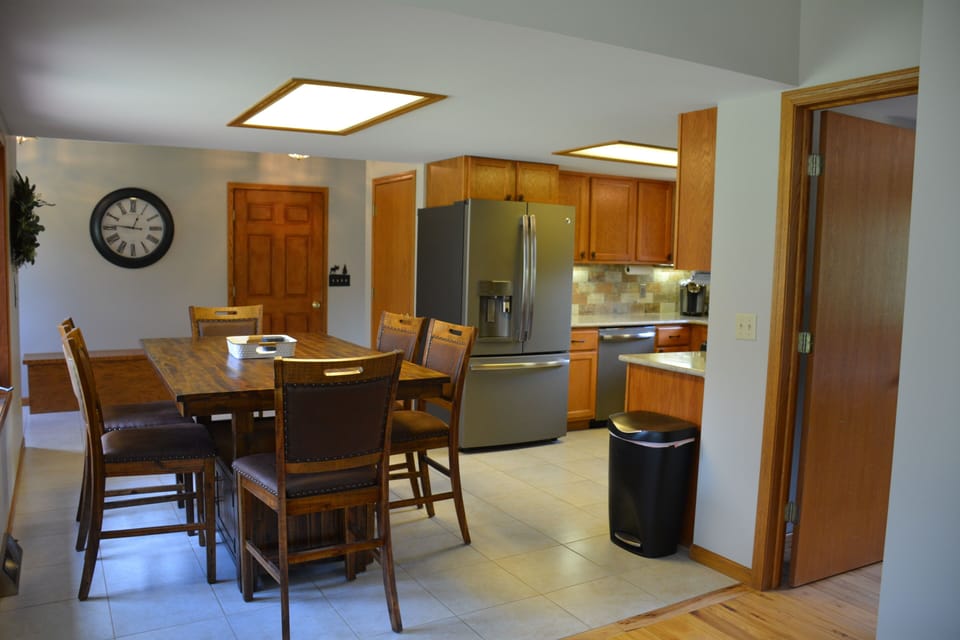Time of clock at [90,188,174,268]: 12:46
